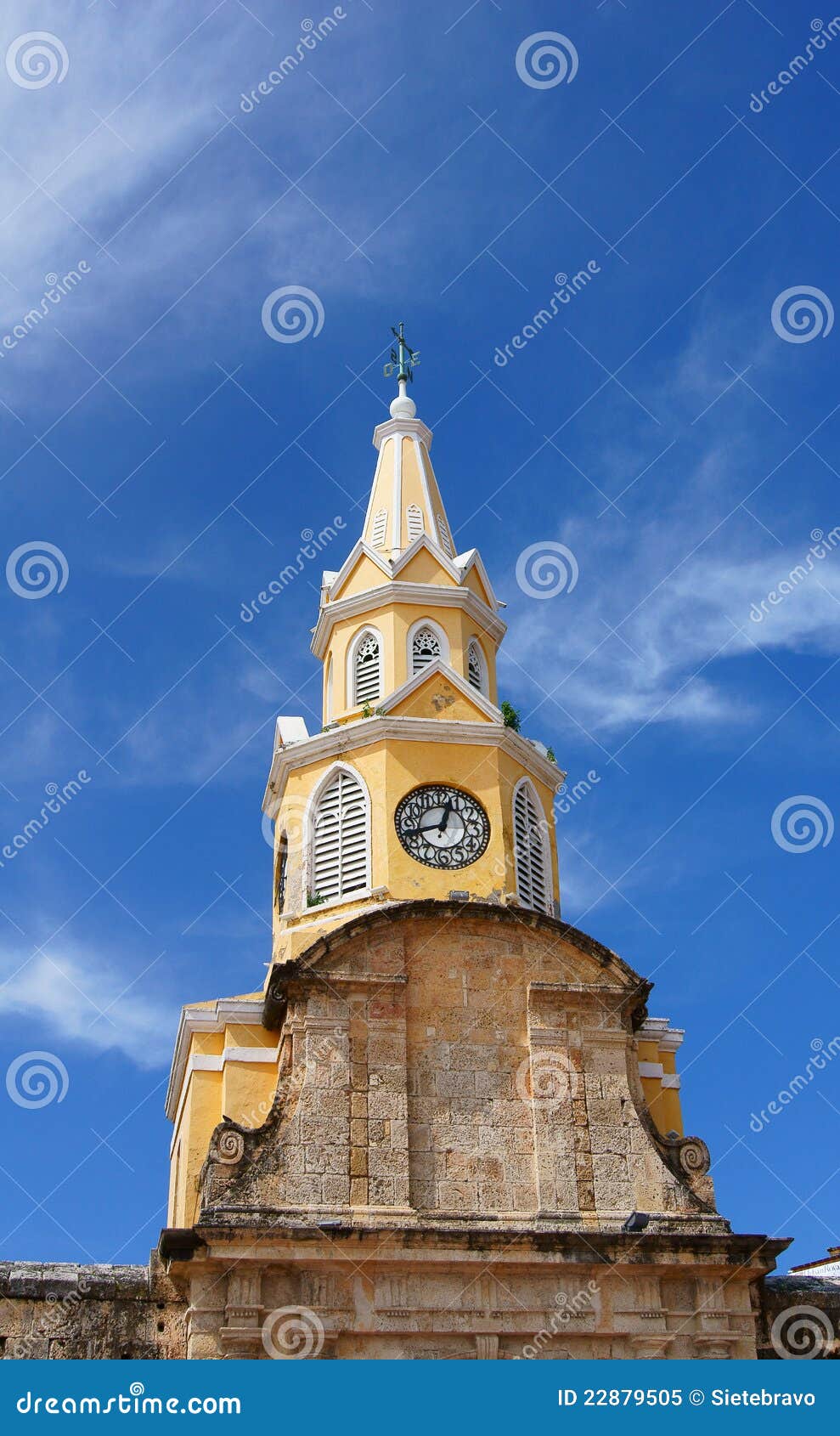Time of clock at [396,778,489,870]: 12:42
